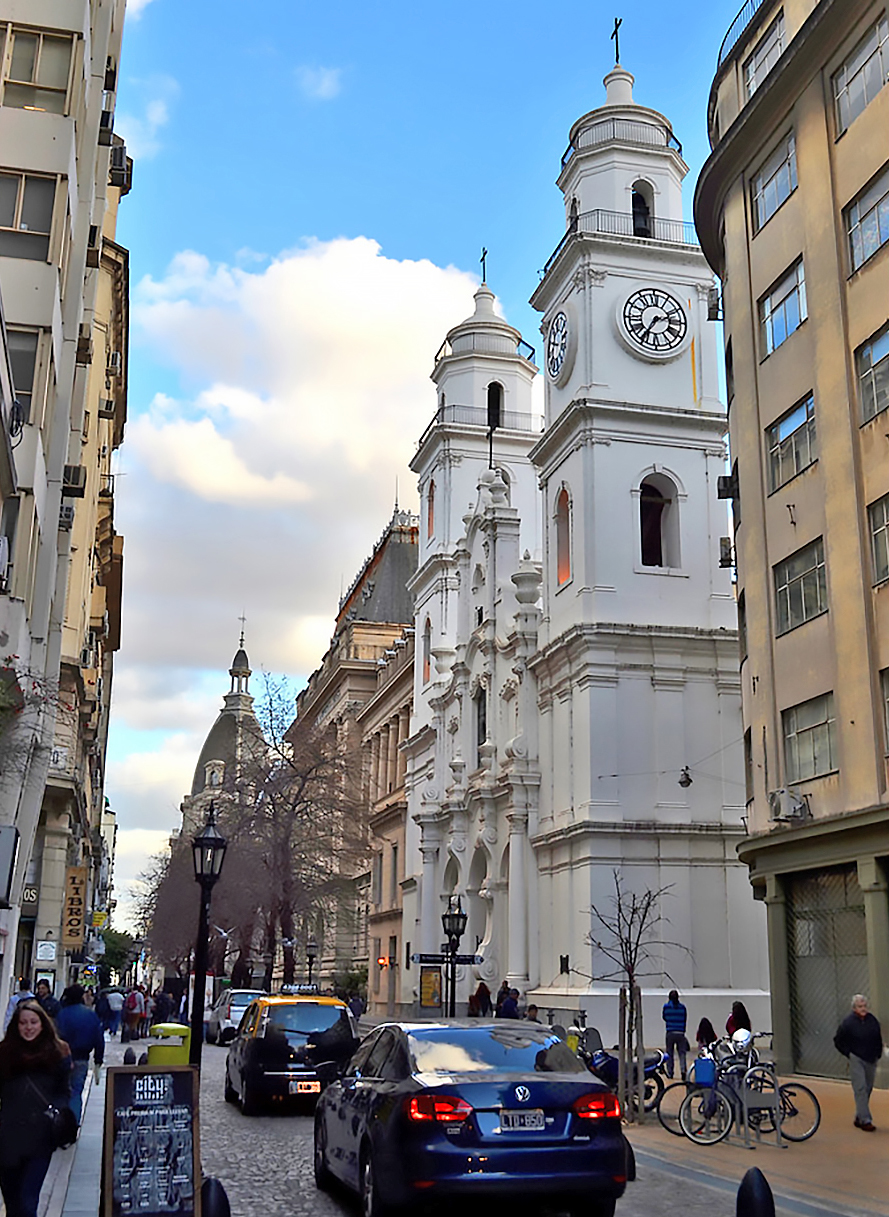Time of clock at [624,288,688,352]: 2:35
